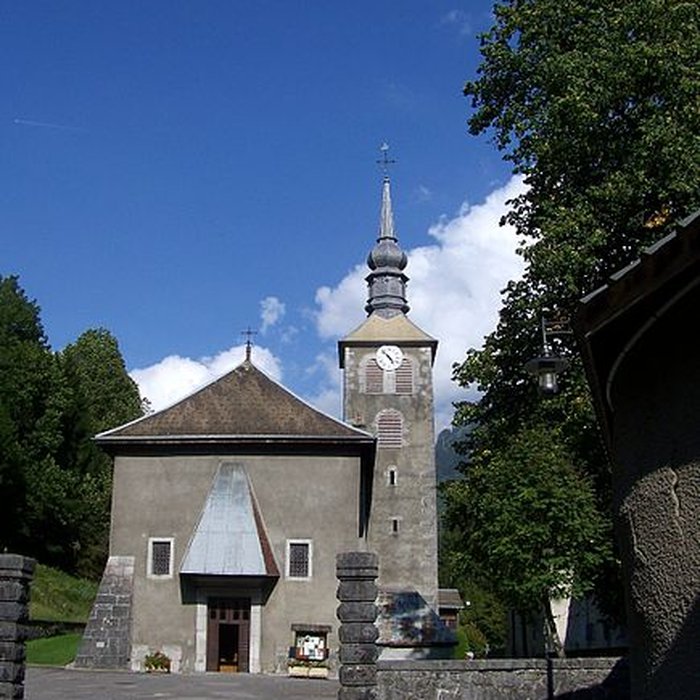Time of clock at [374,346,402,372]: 4:52
